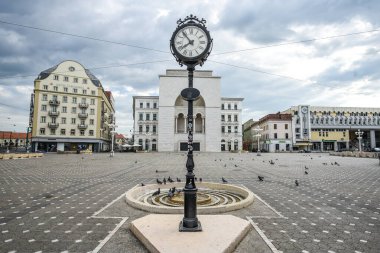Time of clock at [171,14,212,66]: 7:53
